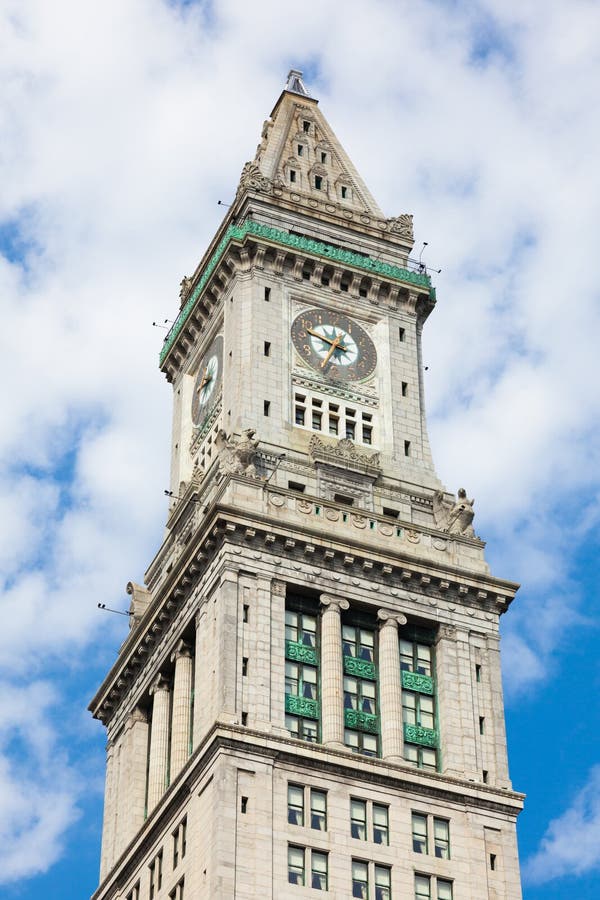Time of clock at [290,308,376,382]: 12:47
